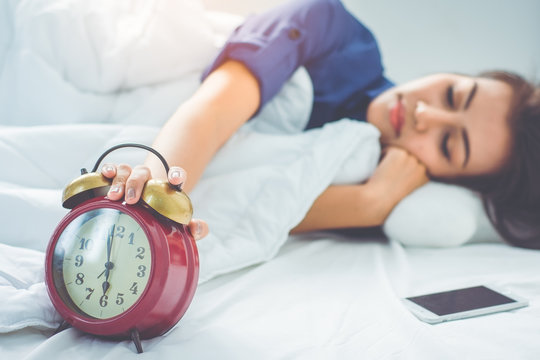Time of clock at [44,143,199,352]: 5:59
